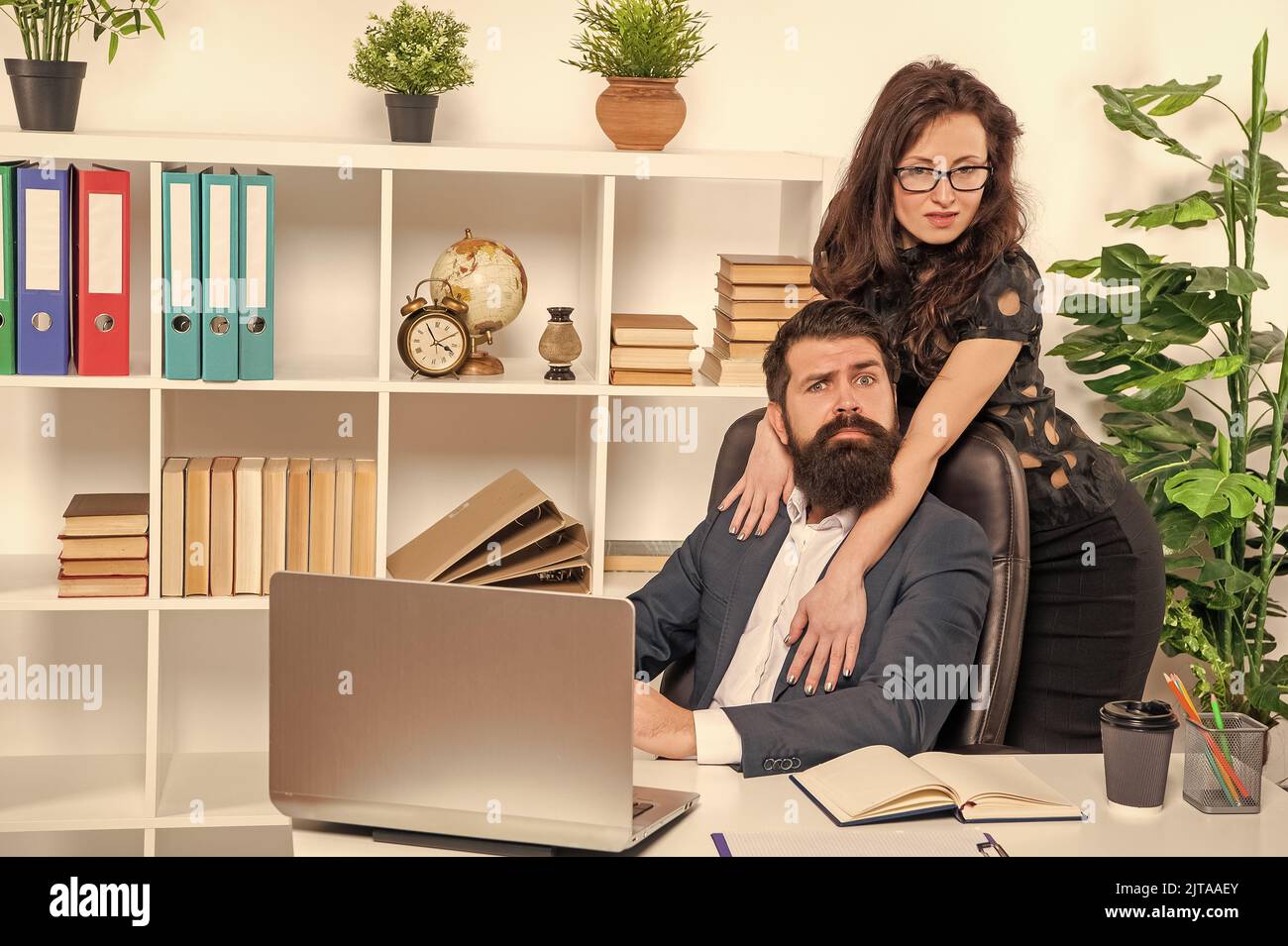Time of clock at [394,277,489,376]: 3:55
